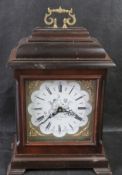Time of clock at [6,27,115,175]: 7:18
